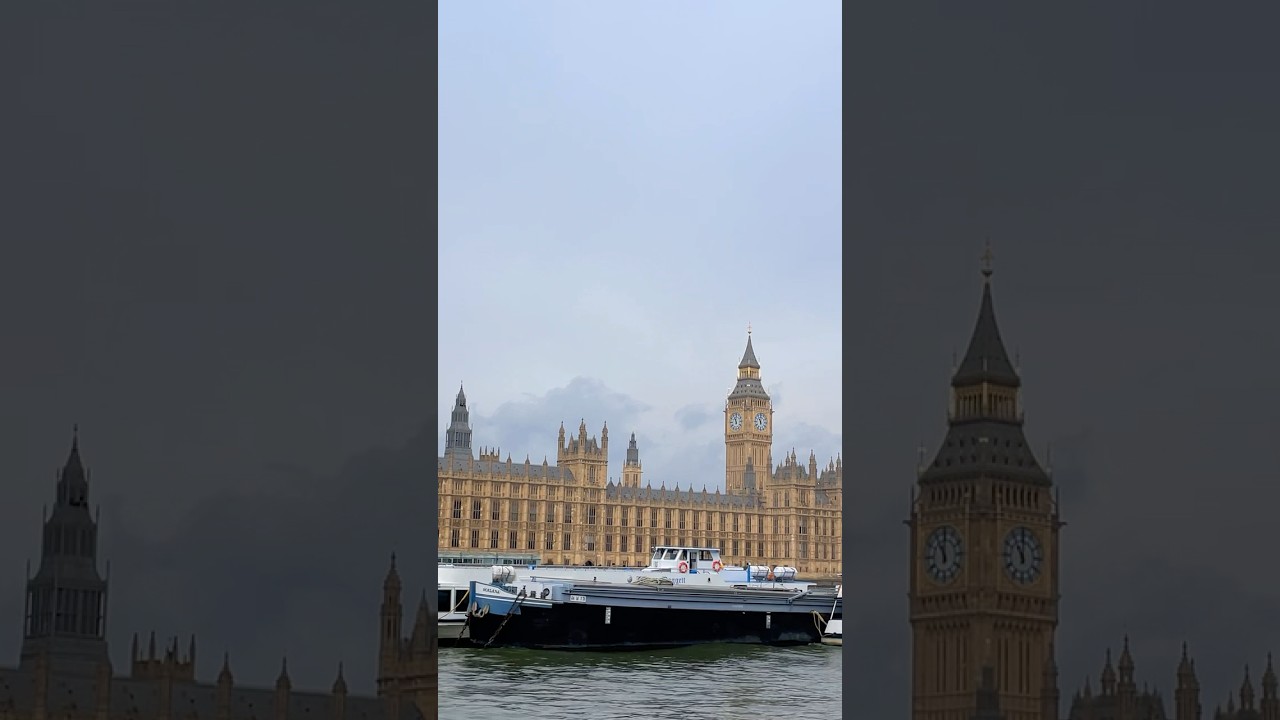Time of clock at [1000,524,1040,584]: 11:00
